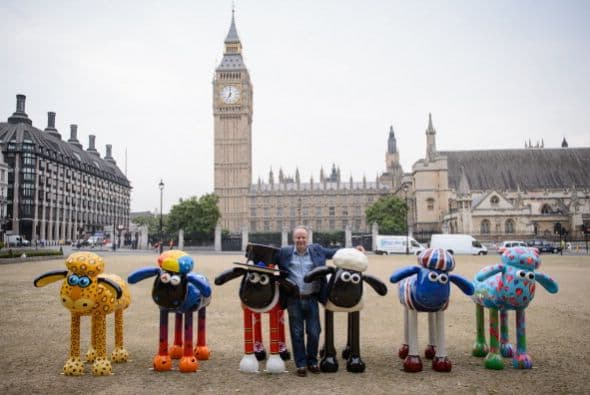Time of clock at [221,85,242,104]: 7:00
